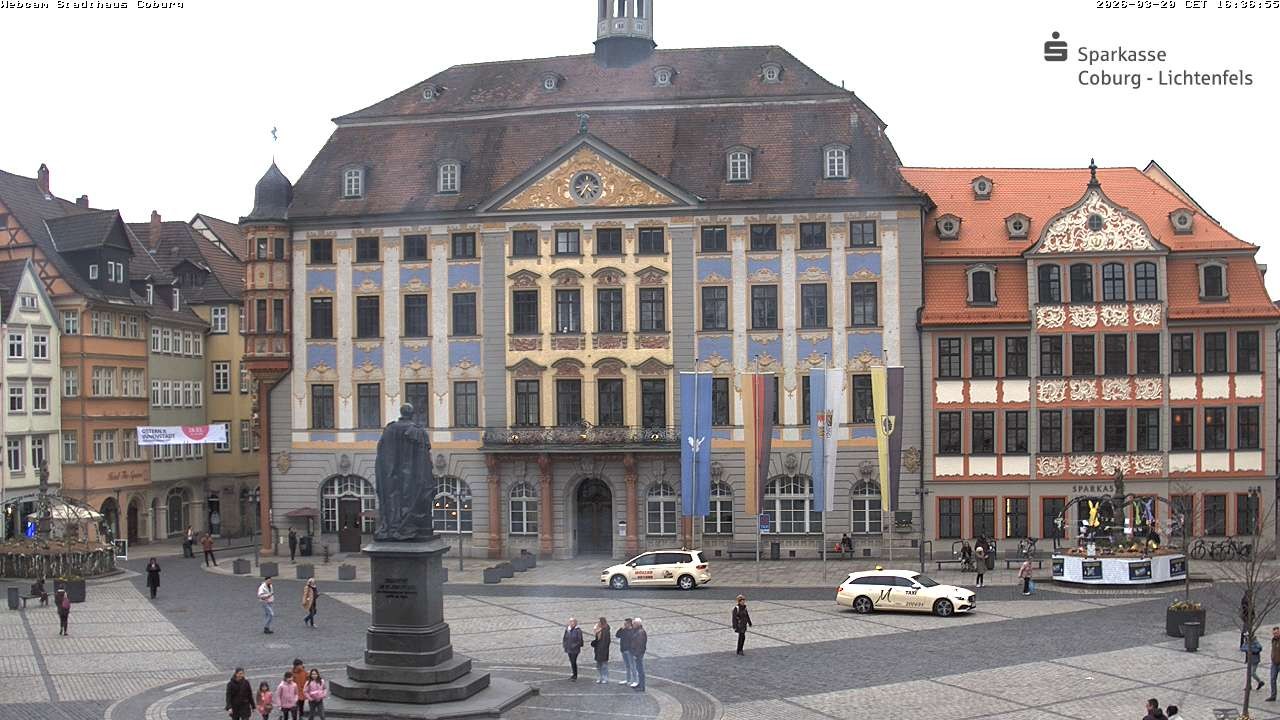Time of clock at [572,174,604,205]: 4:35
